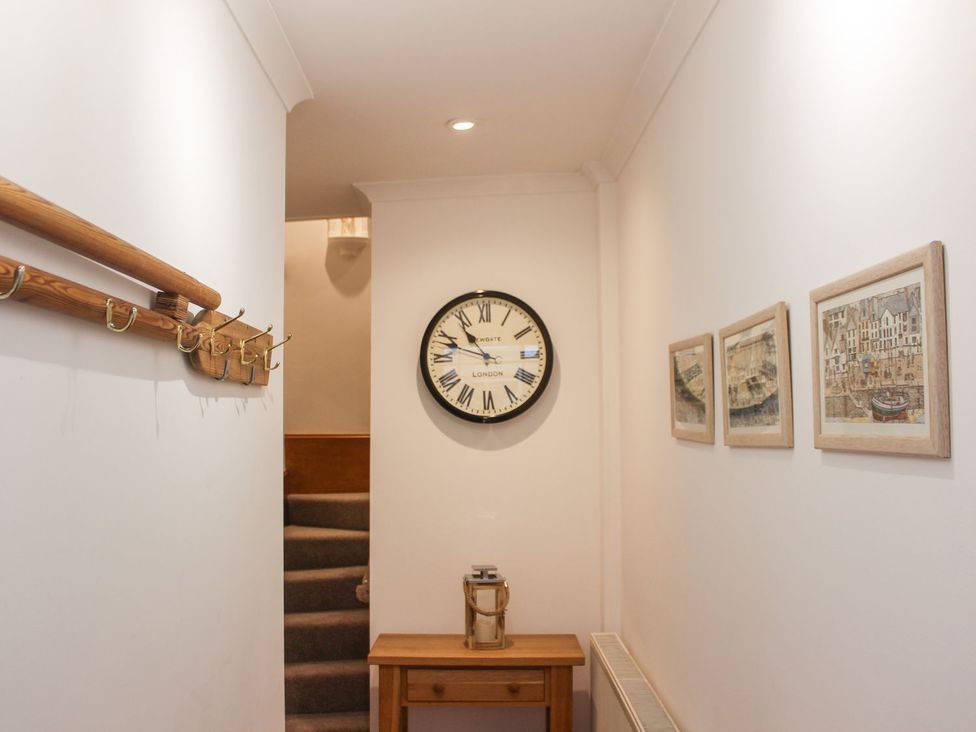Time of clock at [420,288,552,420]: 10:48
